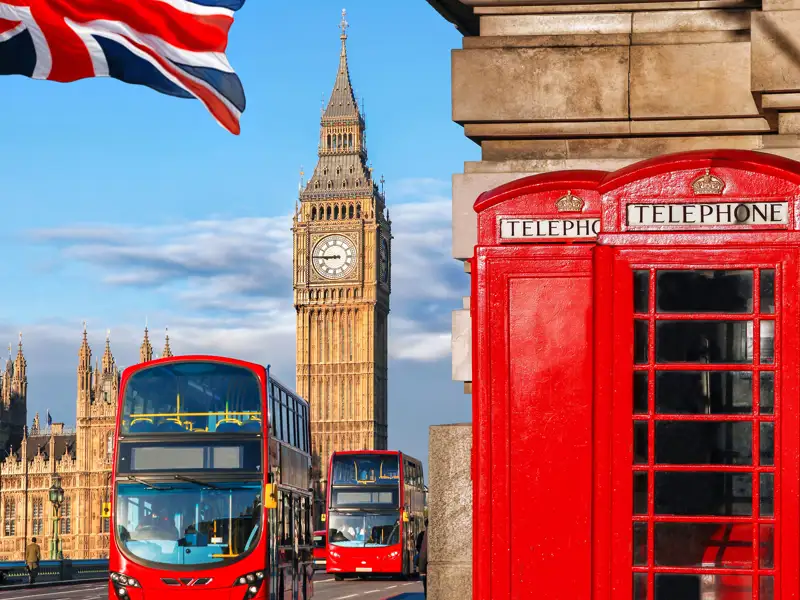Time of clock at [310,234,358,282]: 8:45
